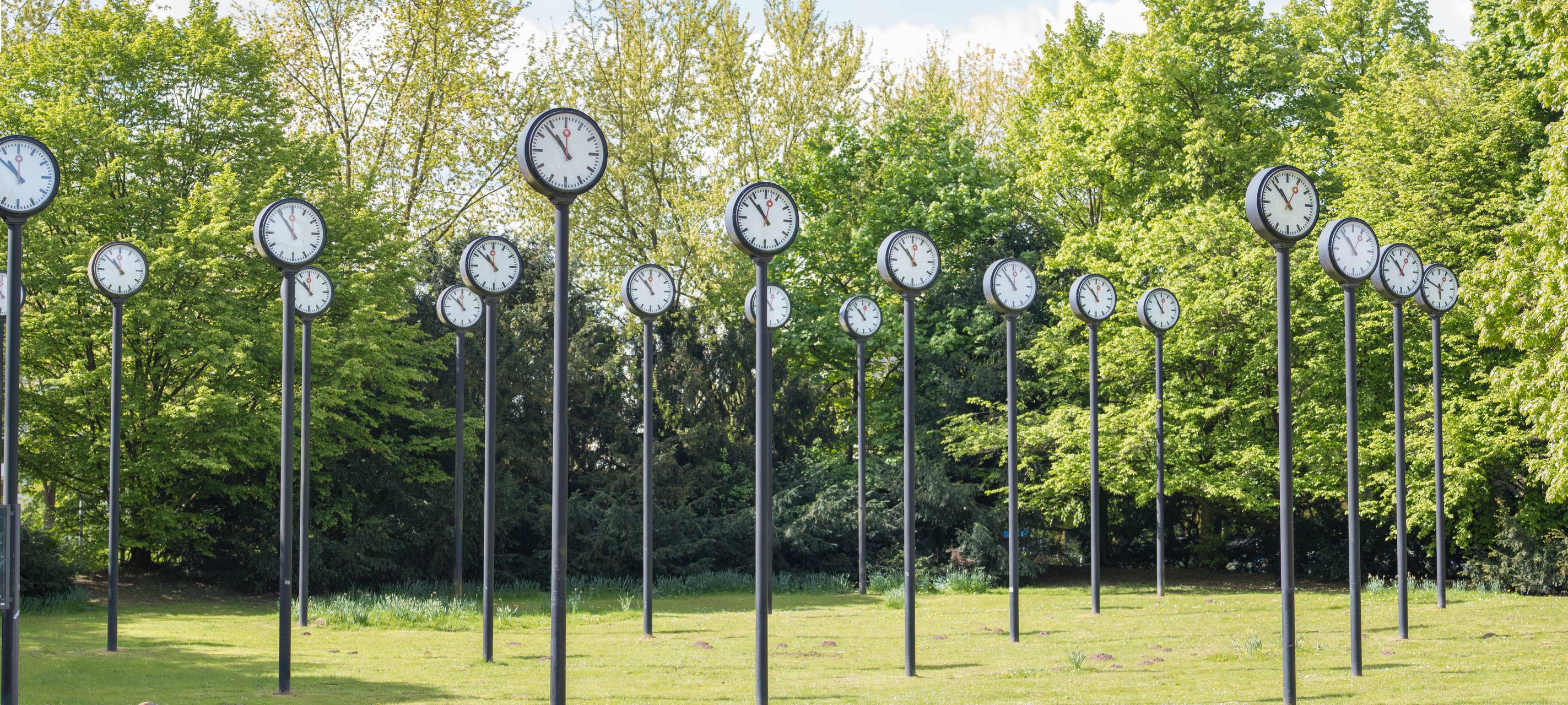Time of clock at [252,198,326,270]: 11:54
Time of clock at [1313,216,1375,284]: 12:53
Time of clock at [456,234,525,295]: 11:52
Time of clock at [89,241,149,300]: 11:52
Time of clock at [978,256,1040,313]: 11:53
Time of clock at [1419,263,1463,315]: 5:49
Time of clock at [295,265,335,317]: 10:52
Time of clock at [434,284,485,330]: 10:52
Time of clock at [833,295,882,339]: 10:53
